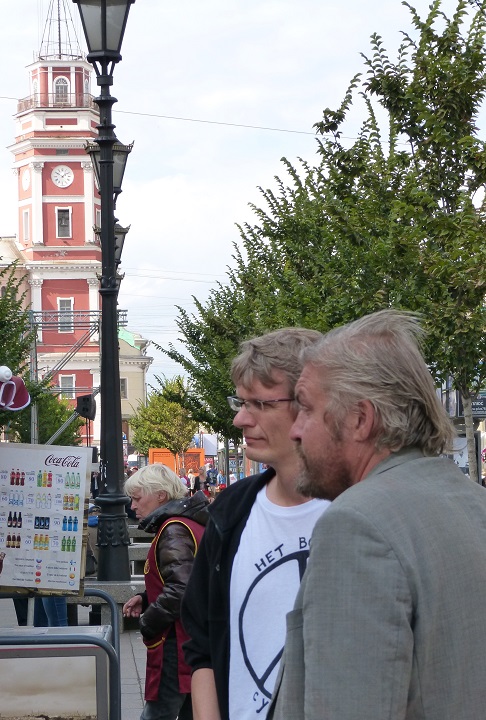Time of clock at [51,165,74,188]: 1:50
